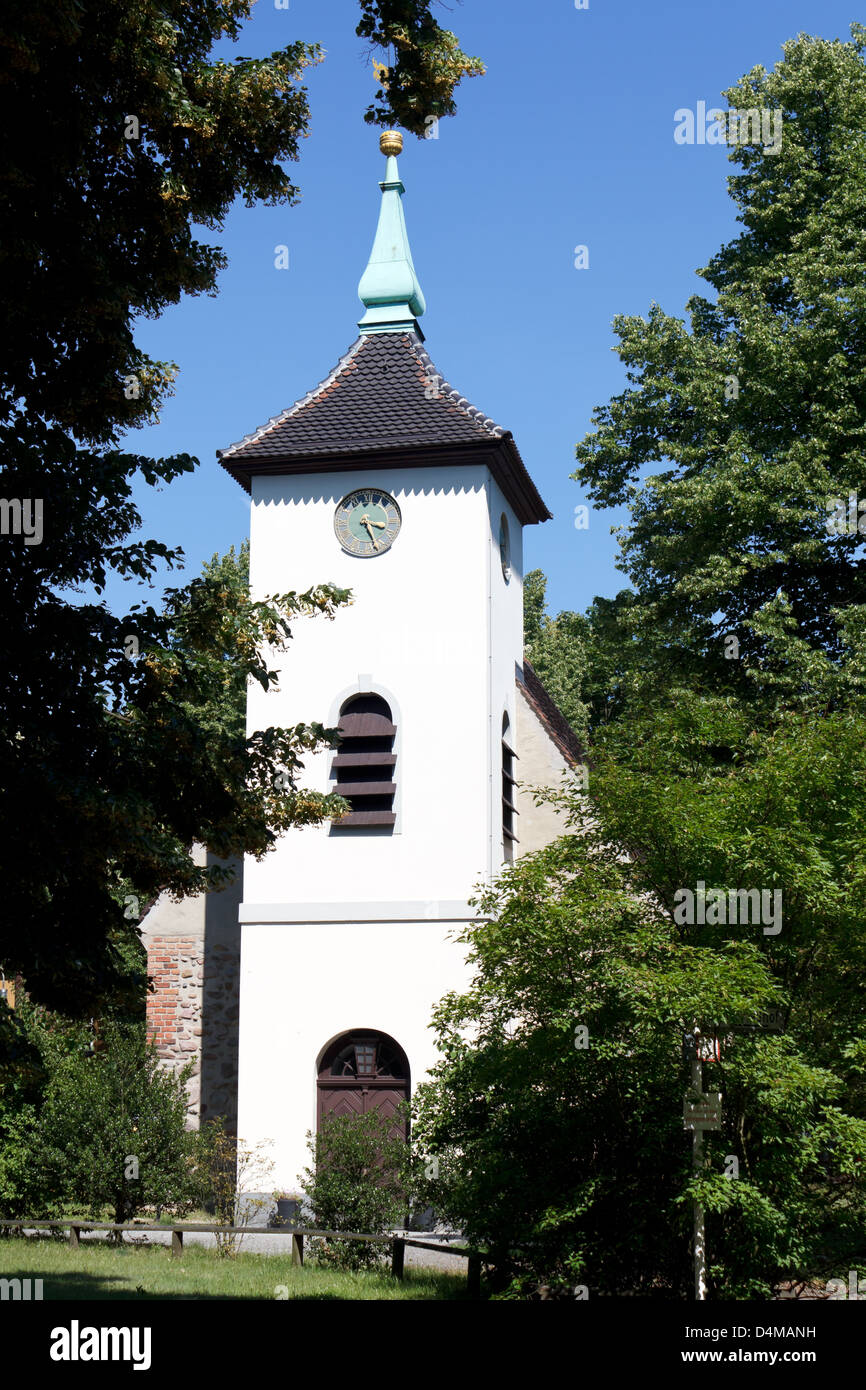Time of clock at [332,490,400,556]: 3:26
